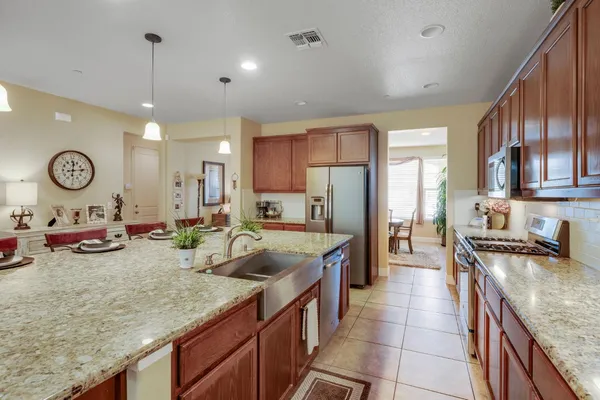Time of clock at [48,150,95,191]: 12:13
